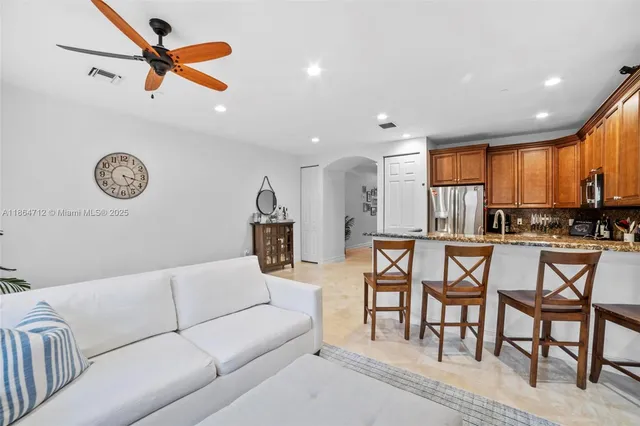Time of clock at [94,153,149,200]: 3:26
